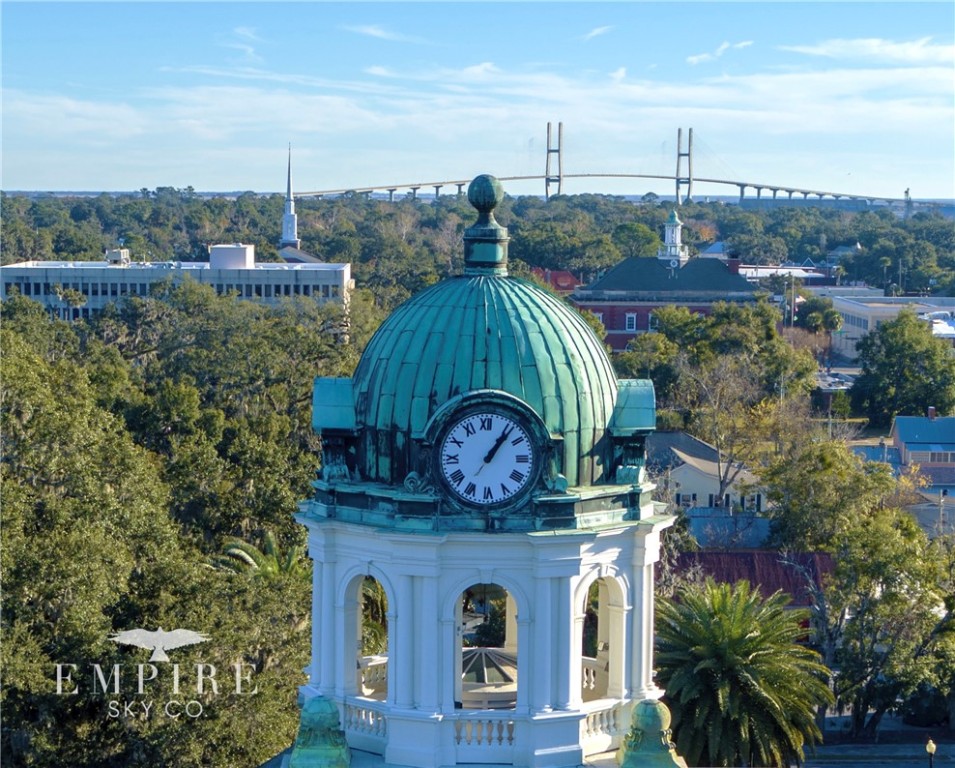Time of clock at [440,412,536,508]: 1:06
